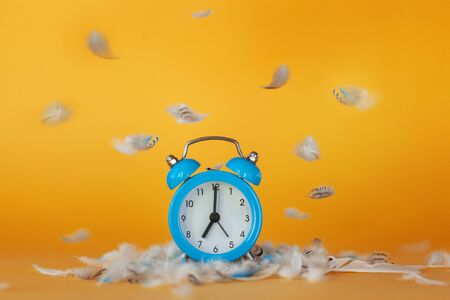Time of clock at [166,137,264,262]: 7:00
